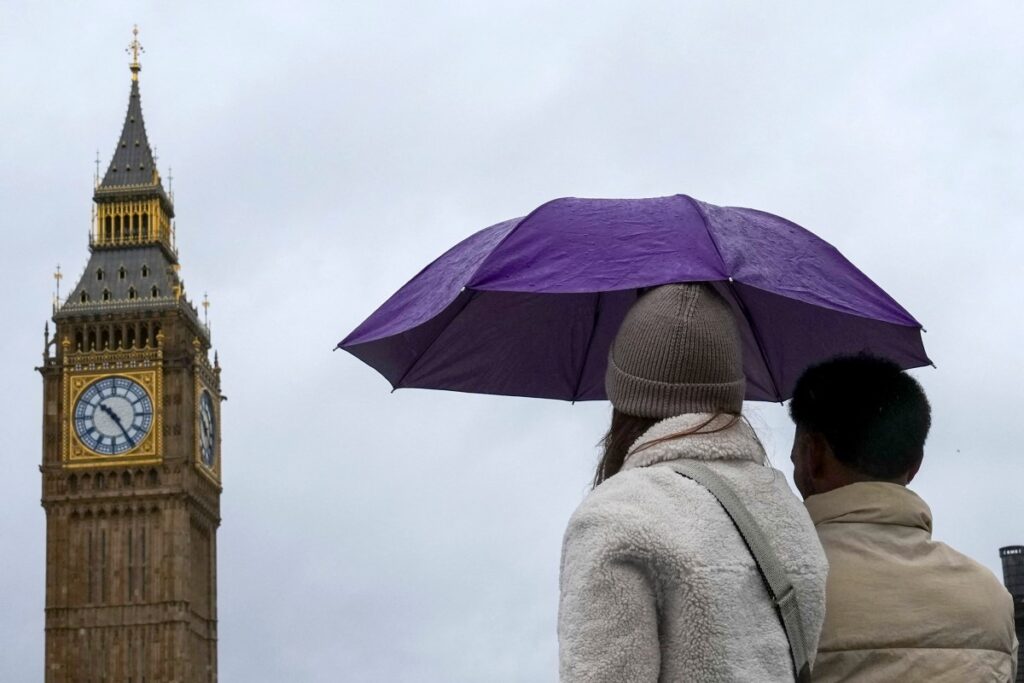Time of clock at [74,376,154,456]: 10:24
